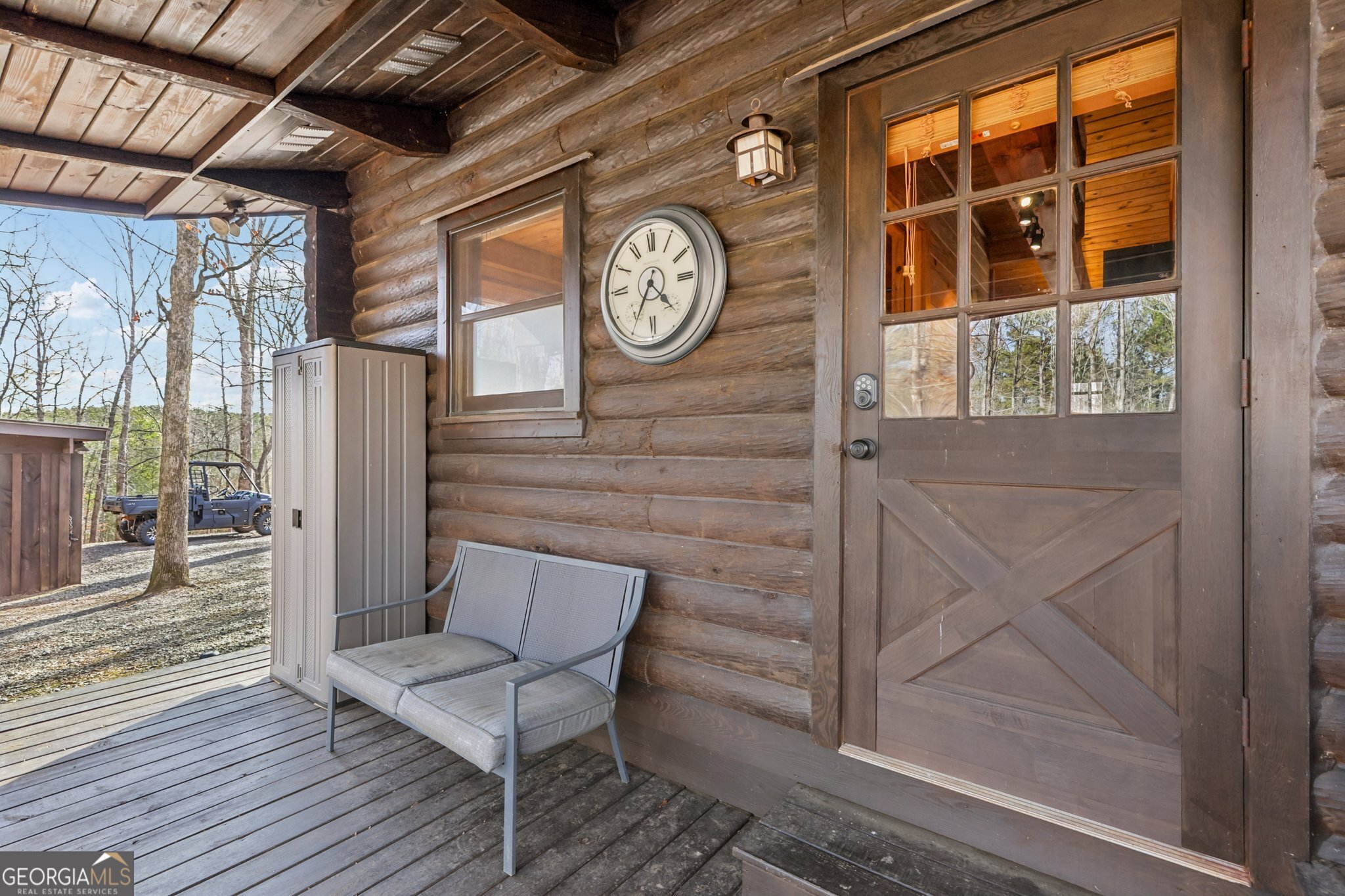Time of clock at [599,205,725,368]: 4:35
